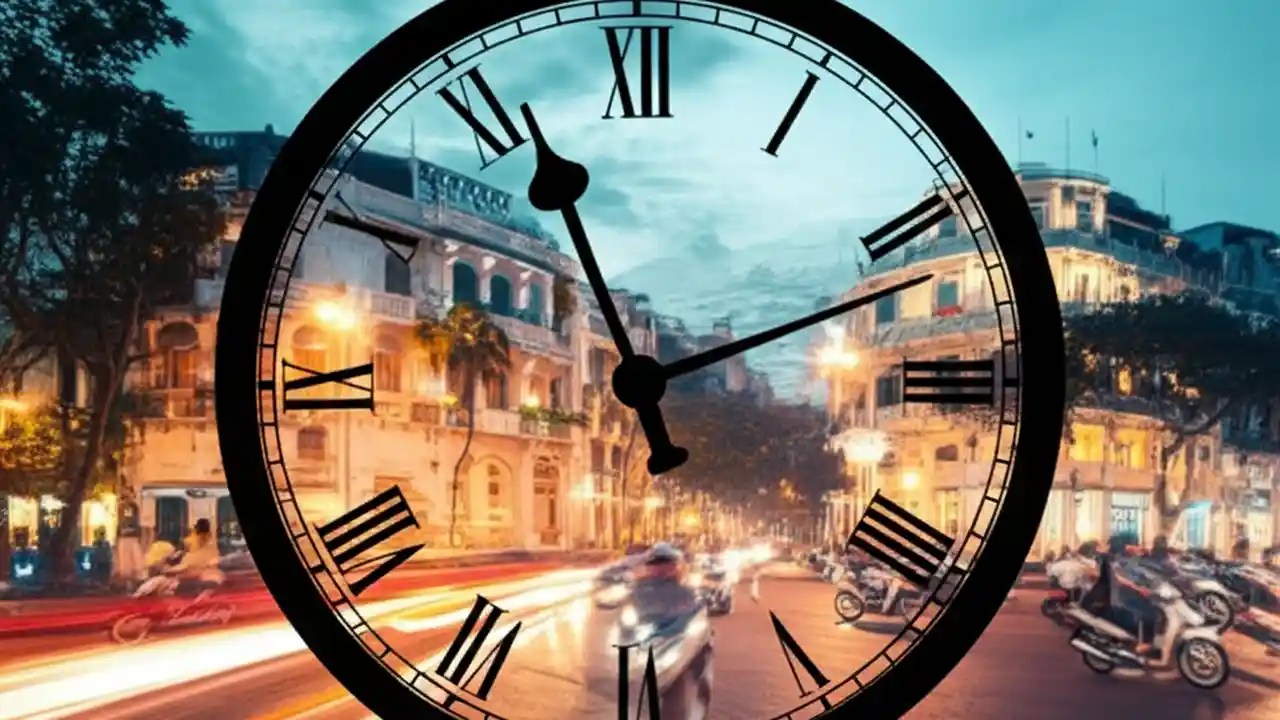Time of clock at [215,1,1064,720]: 11:11
